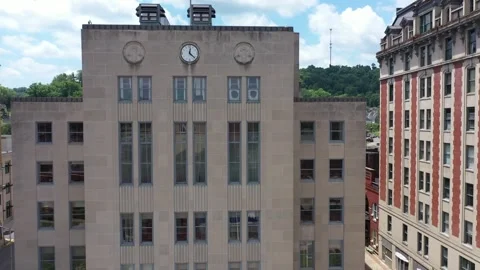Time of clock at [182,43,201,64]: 12:22
